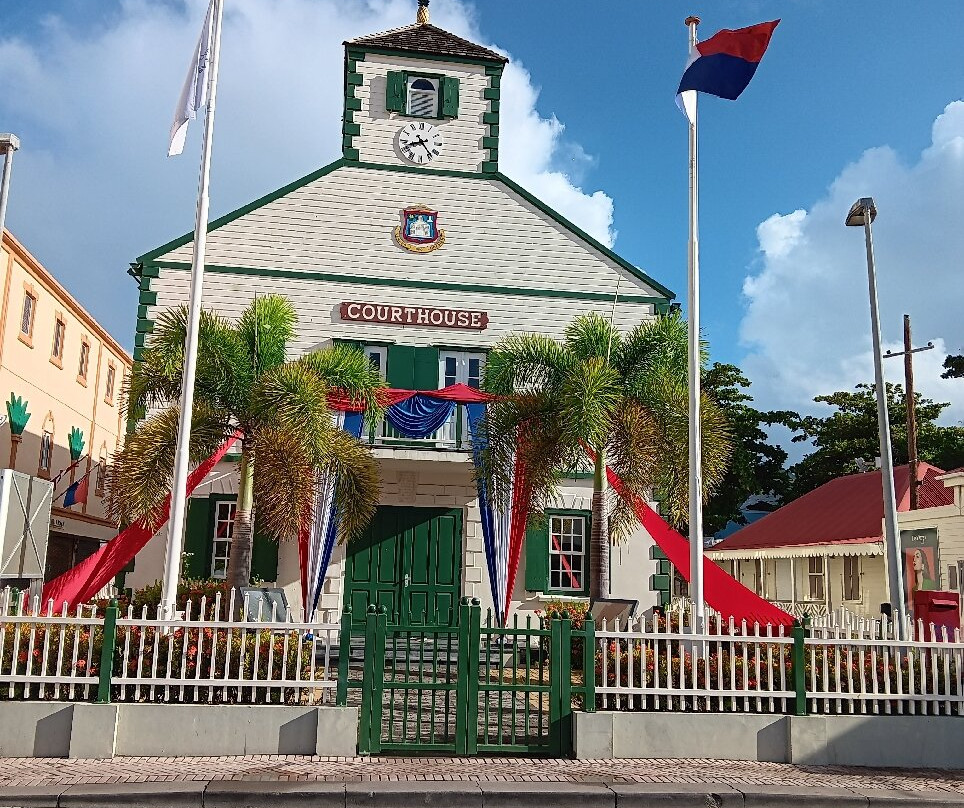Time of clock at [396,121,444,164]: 8:24
